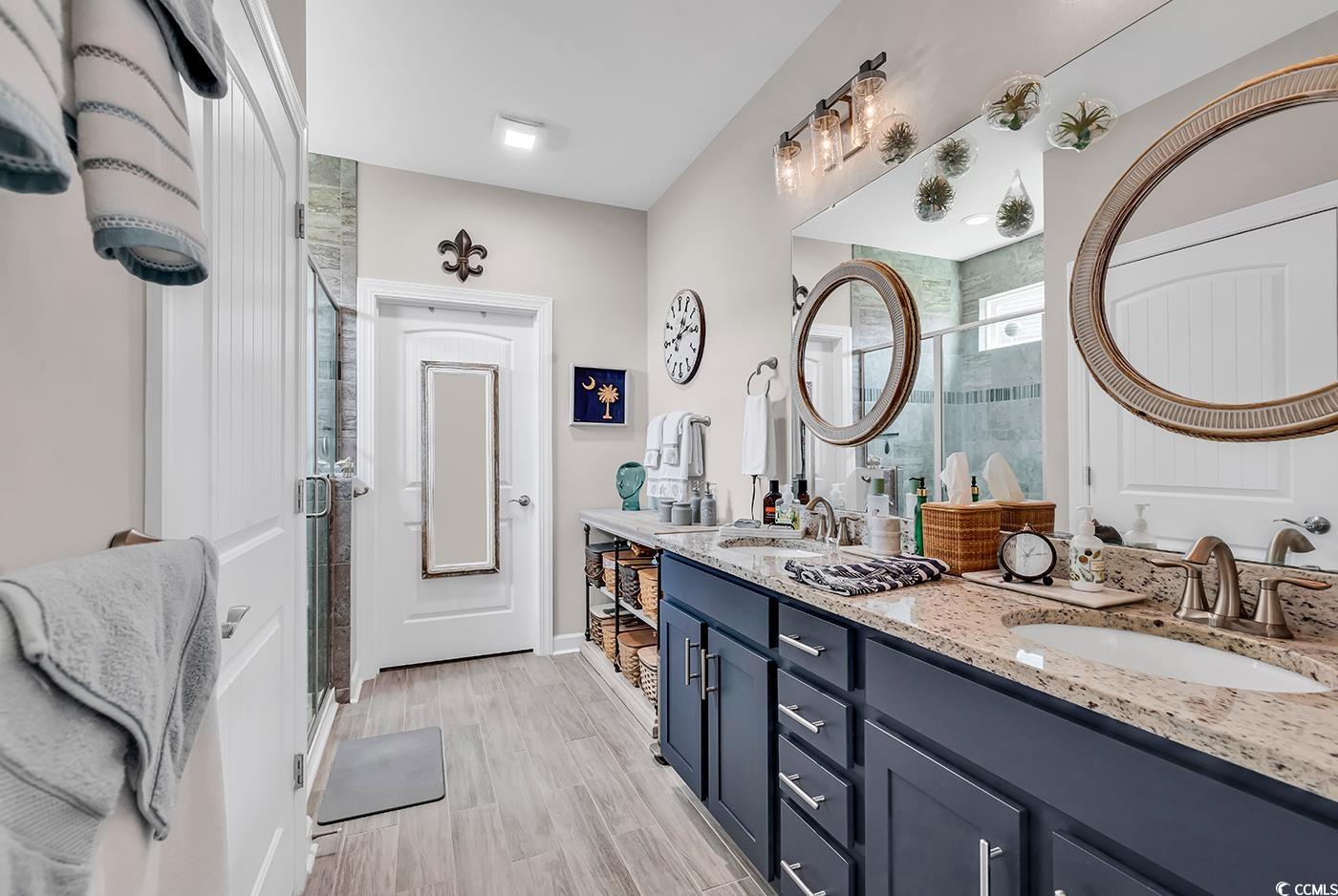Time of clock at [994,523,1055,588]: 1:14
